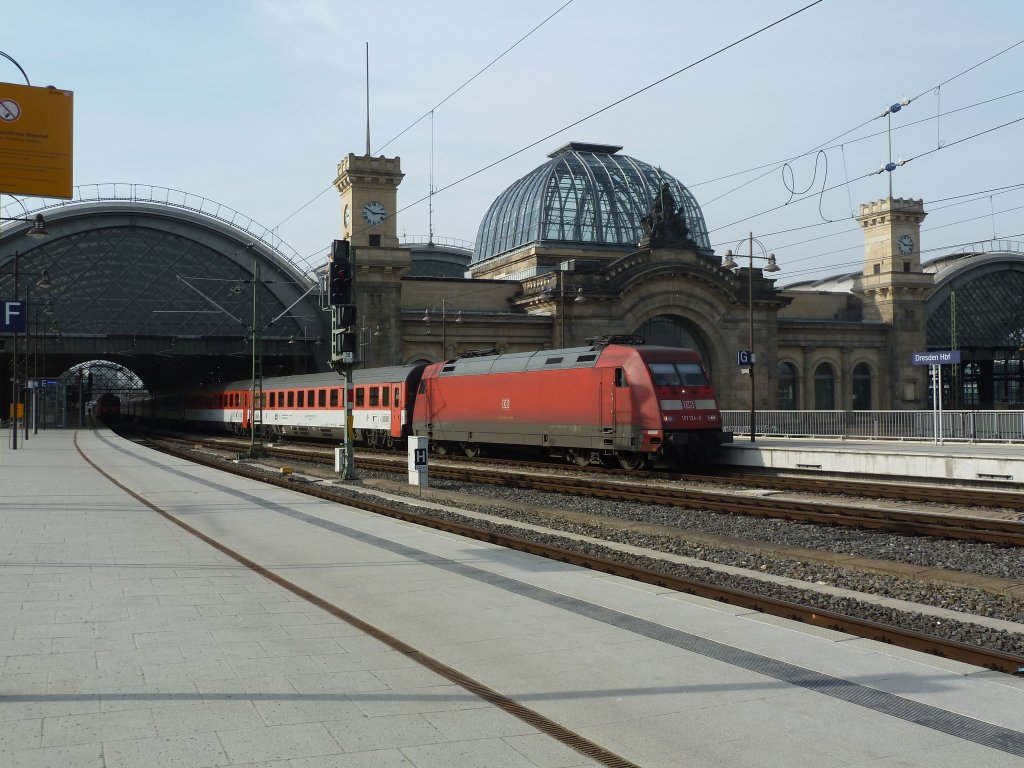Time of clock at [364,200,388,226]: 2:50
